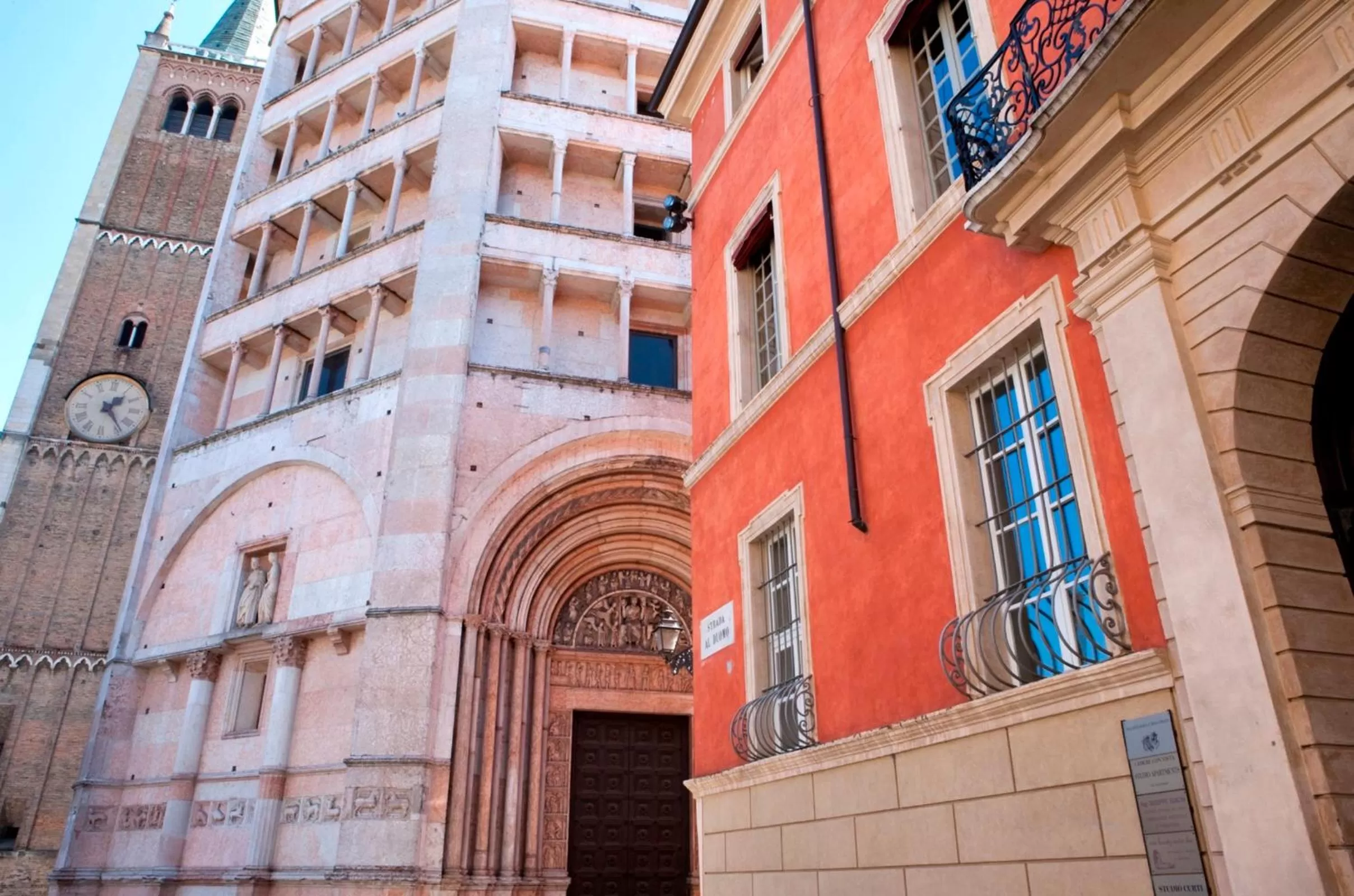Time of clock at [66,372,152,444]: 1:23
